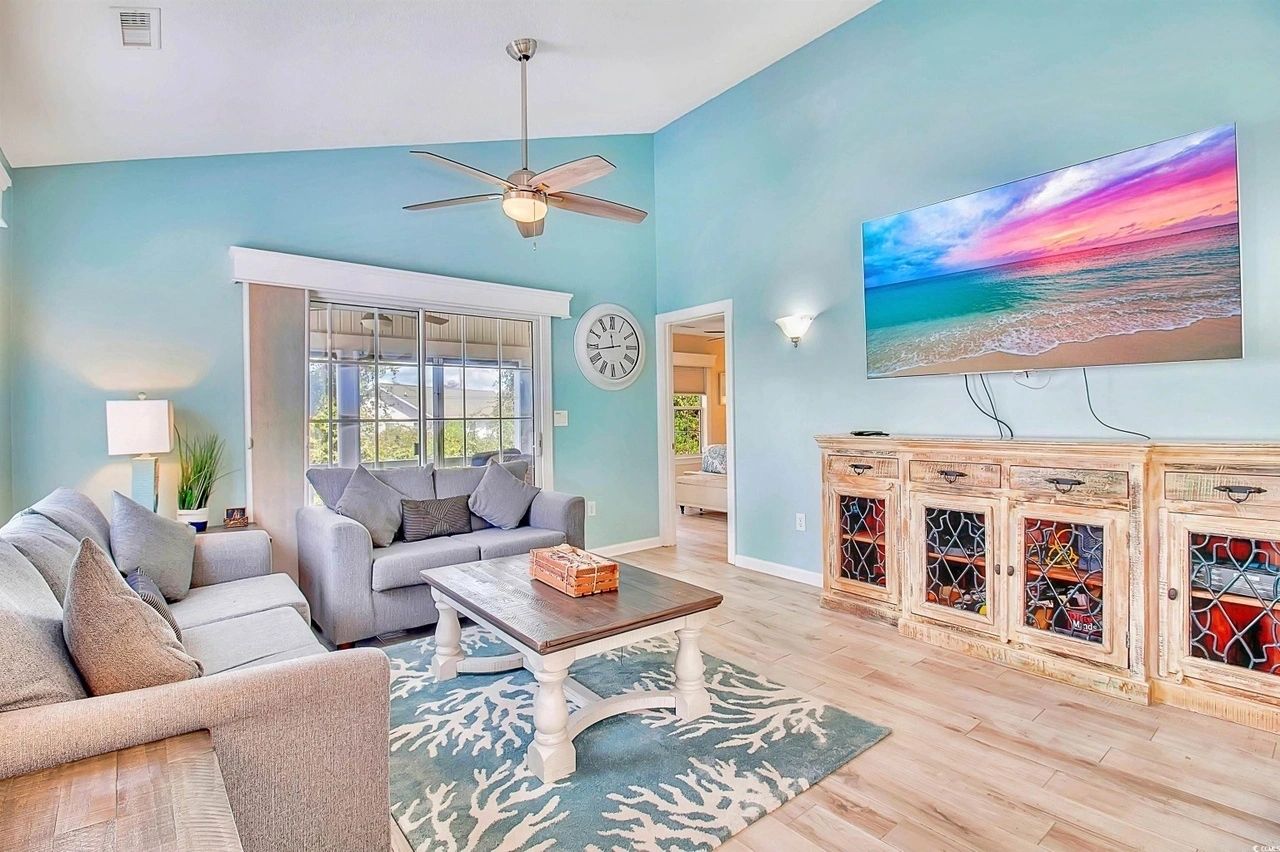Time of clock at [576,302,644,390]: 11:43
